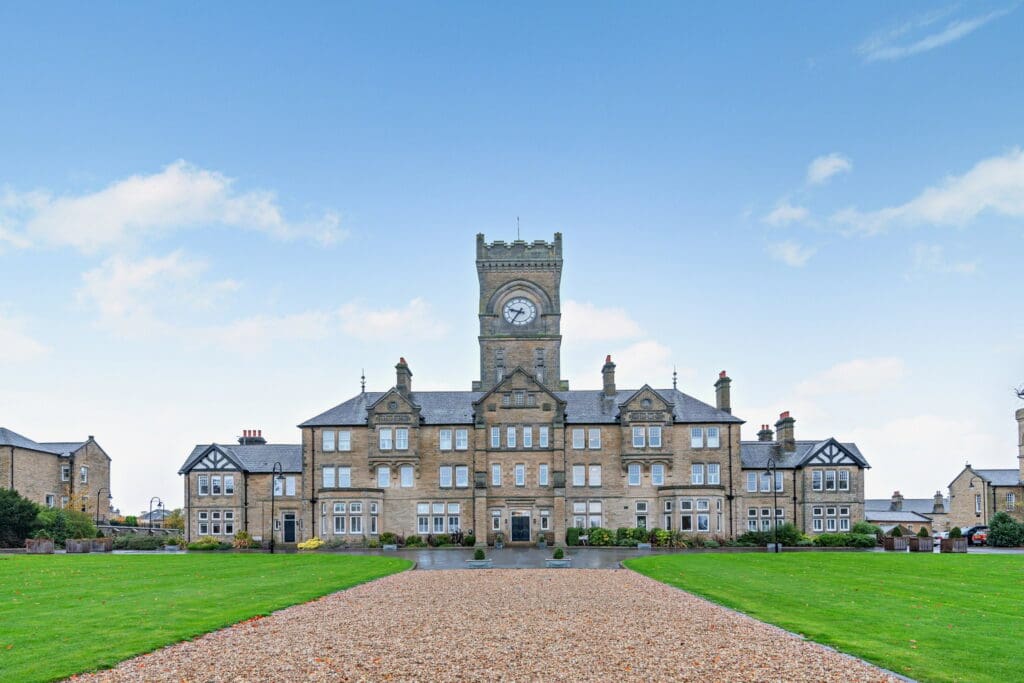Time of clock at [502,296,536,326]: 9:36
